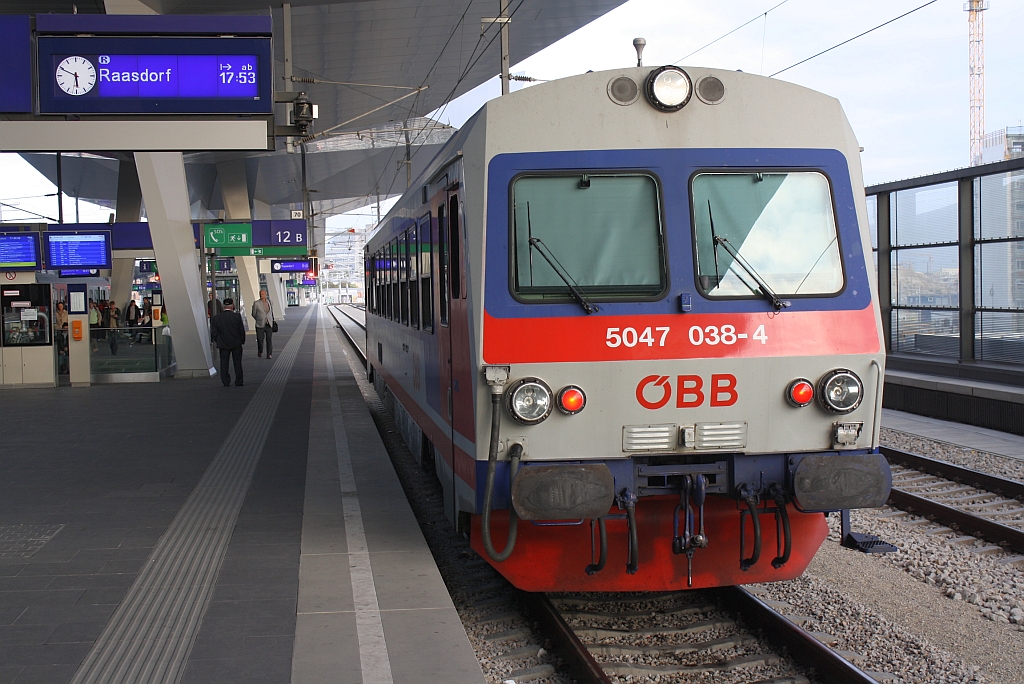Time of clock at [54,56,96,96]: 5:49
